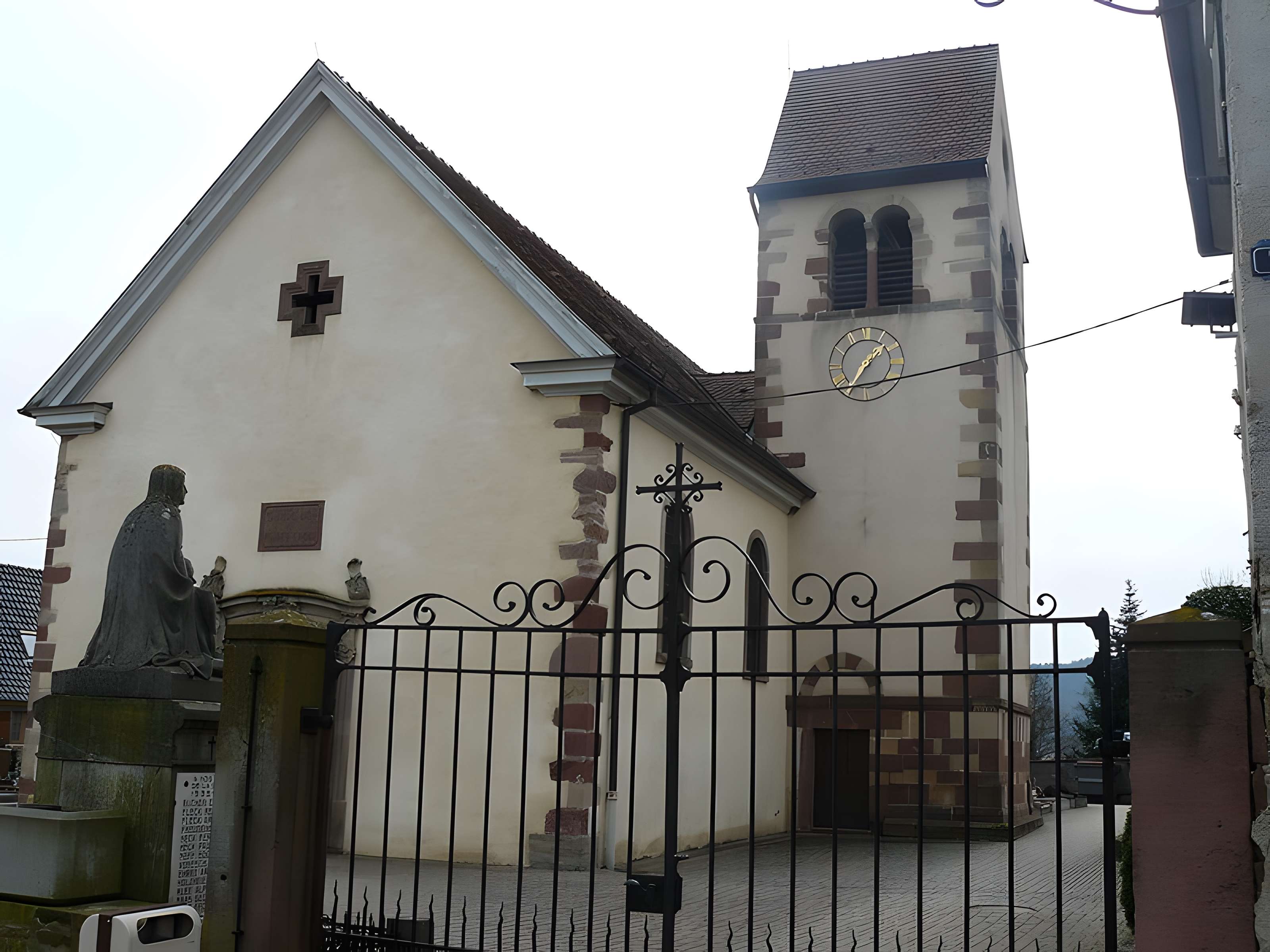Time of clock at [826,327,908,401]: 1:35
